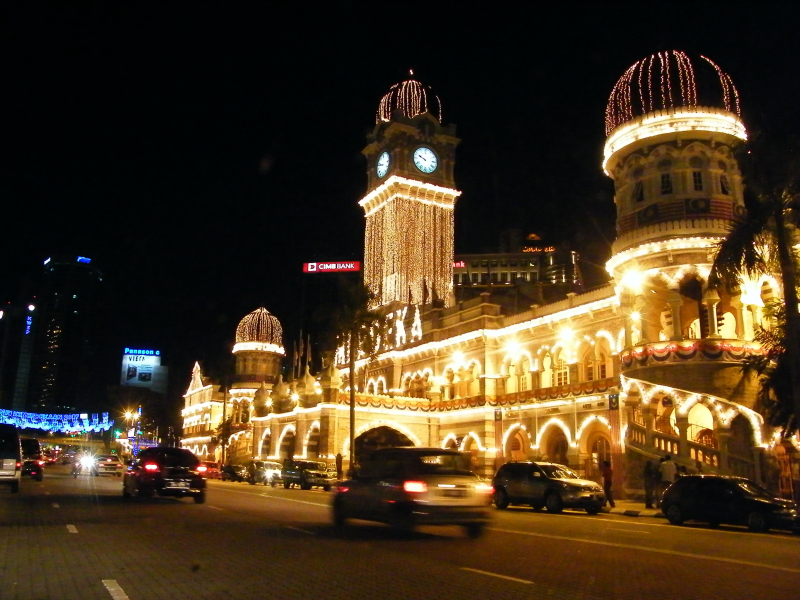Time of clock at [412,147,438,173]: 9:48
